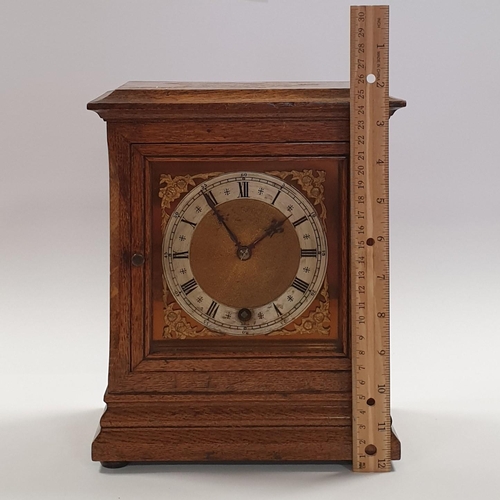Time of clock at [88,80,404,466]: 1:54
